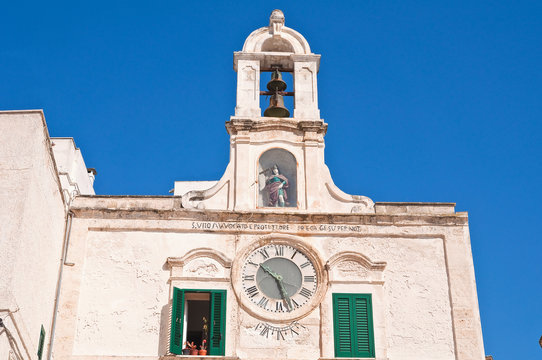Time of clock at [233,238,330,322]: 10:27
